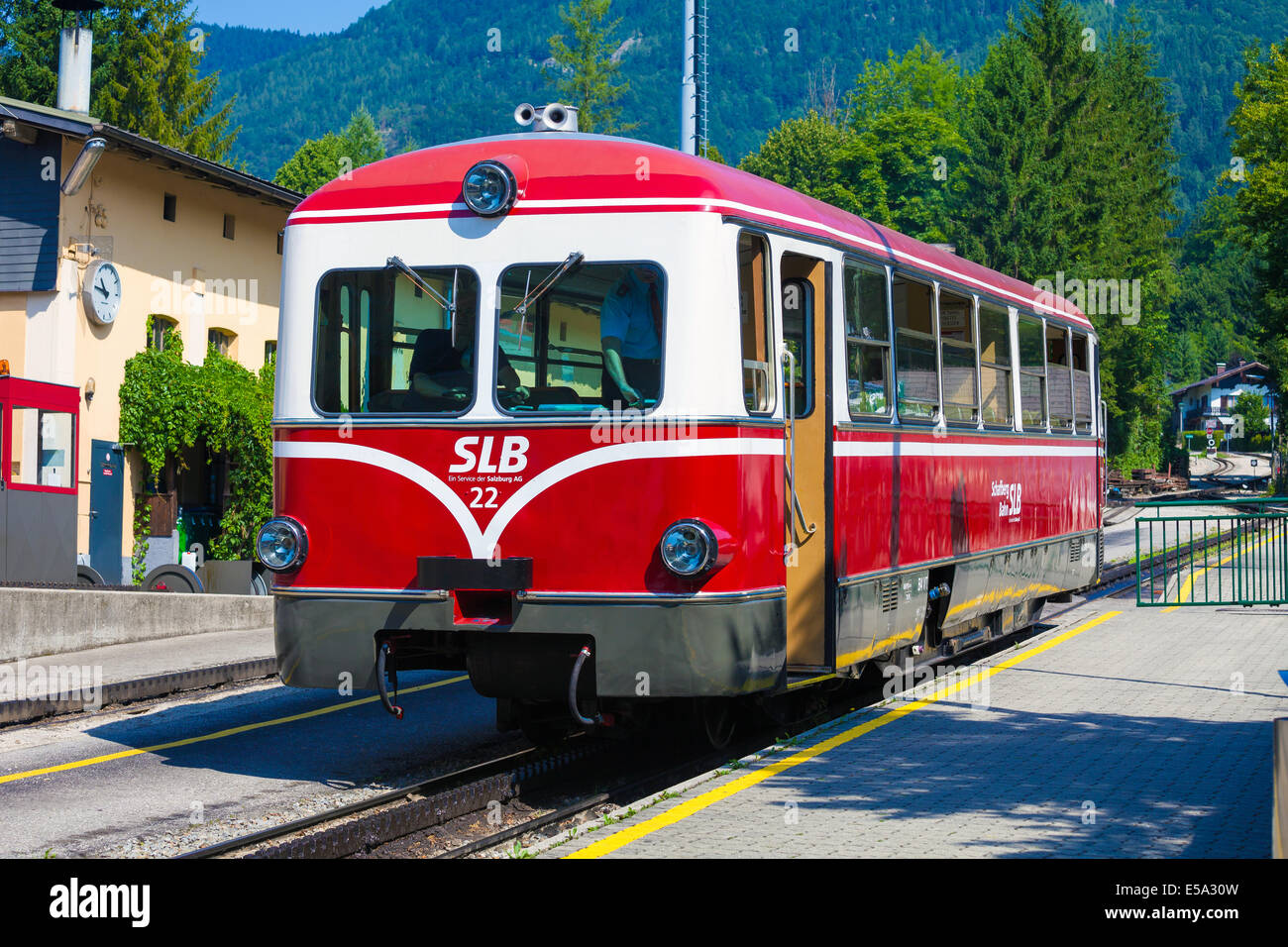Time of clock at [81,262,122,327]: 10:47
